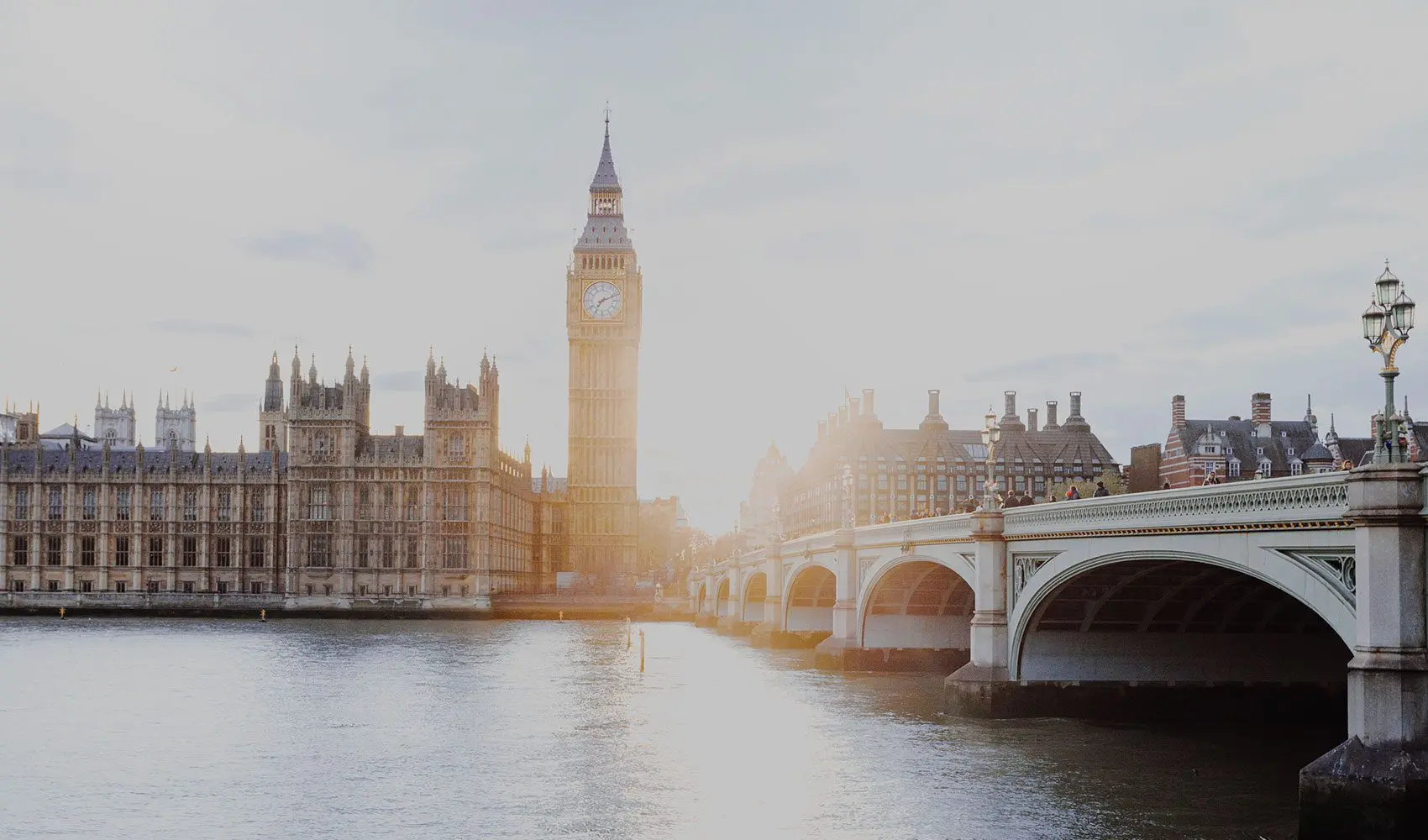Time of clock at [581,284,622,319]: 7:11
